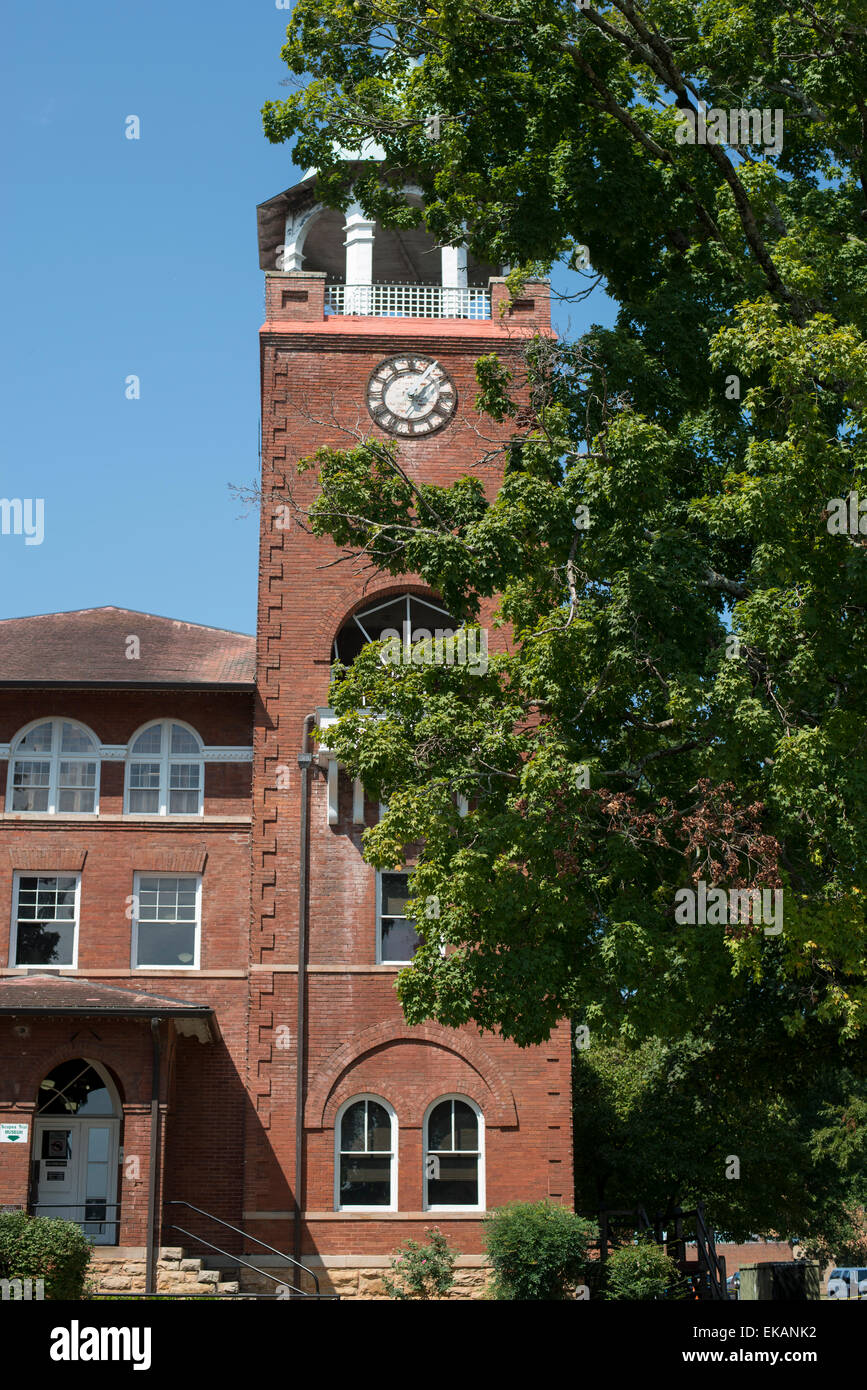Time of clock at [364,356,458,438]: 4:07
